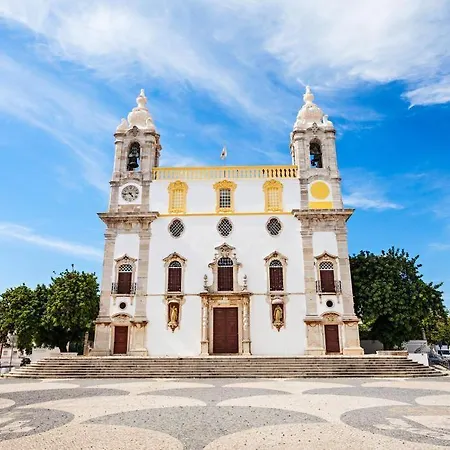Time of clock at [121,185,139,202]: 4:42
